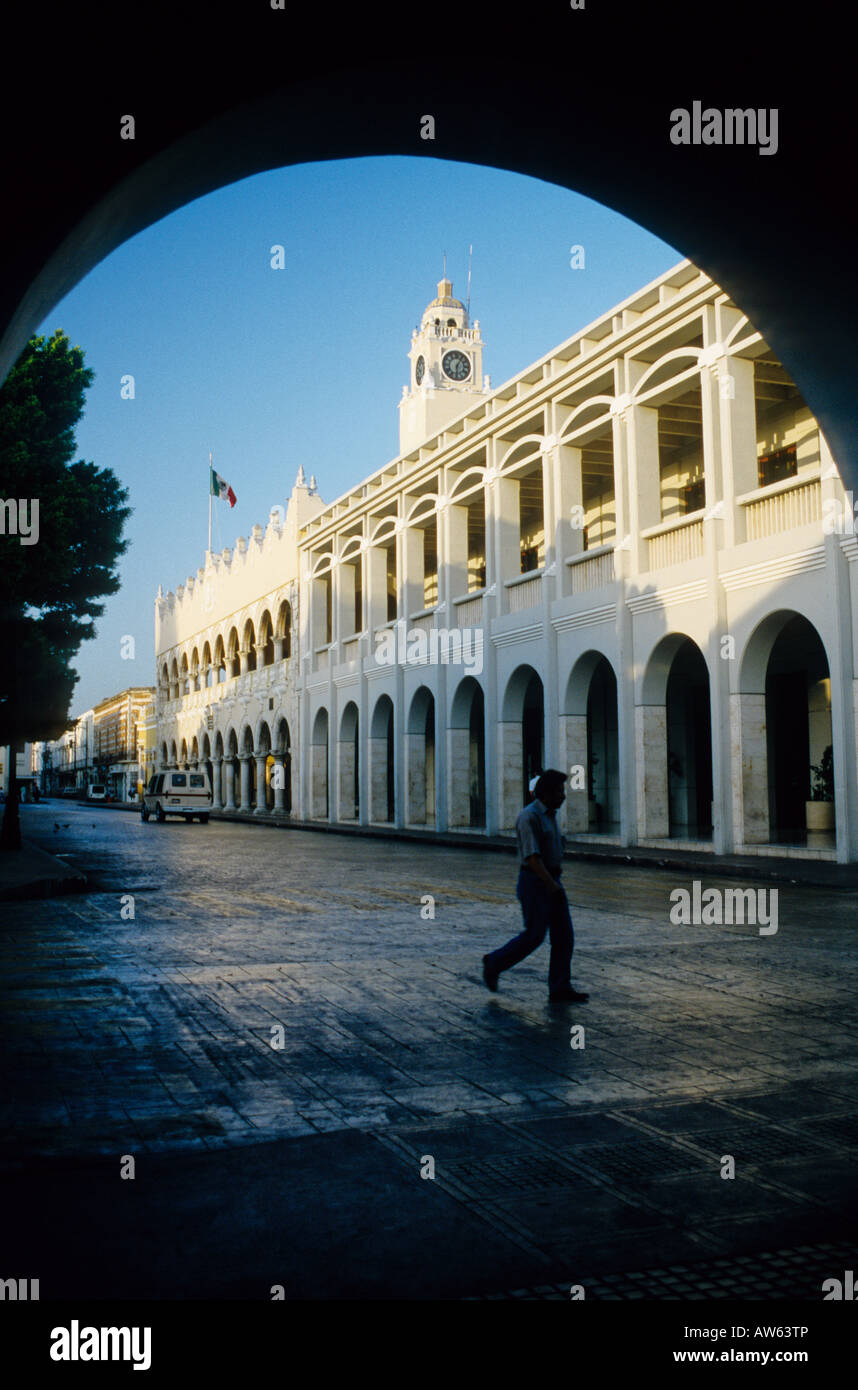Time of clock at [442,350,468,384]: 6:05
